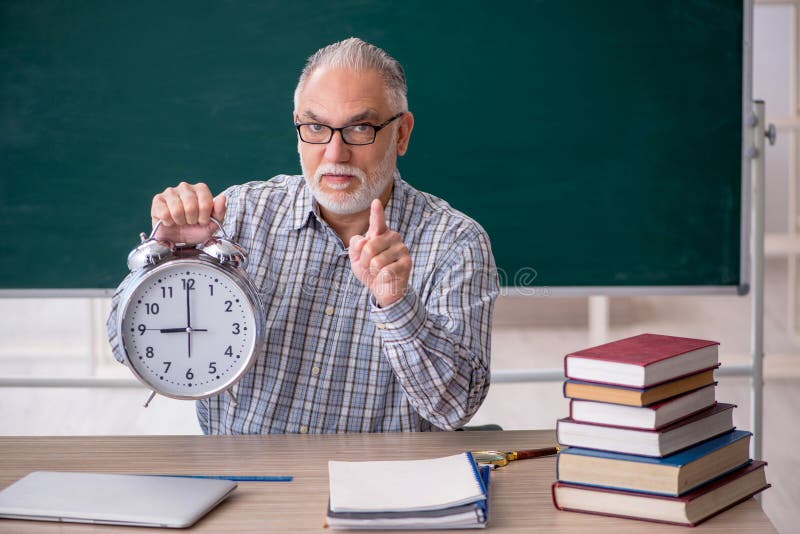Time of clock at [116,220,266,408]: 9:00
